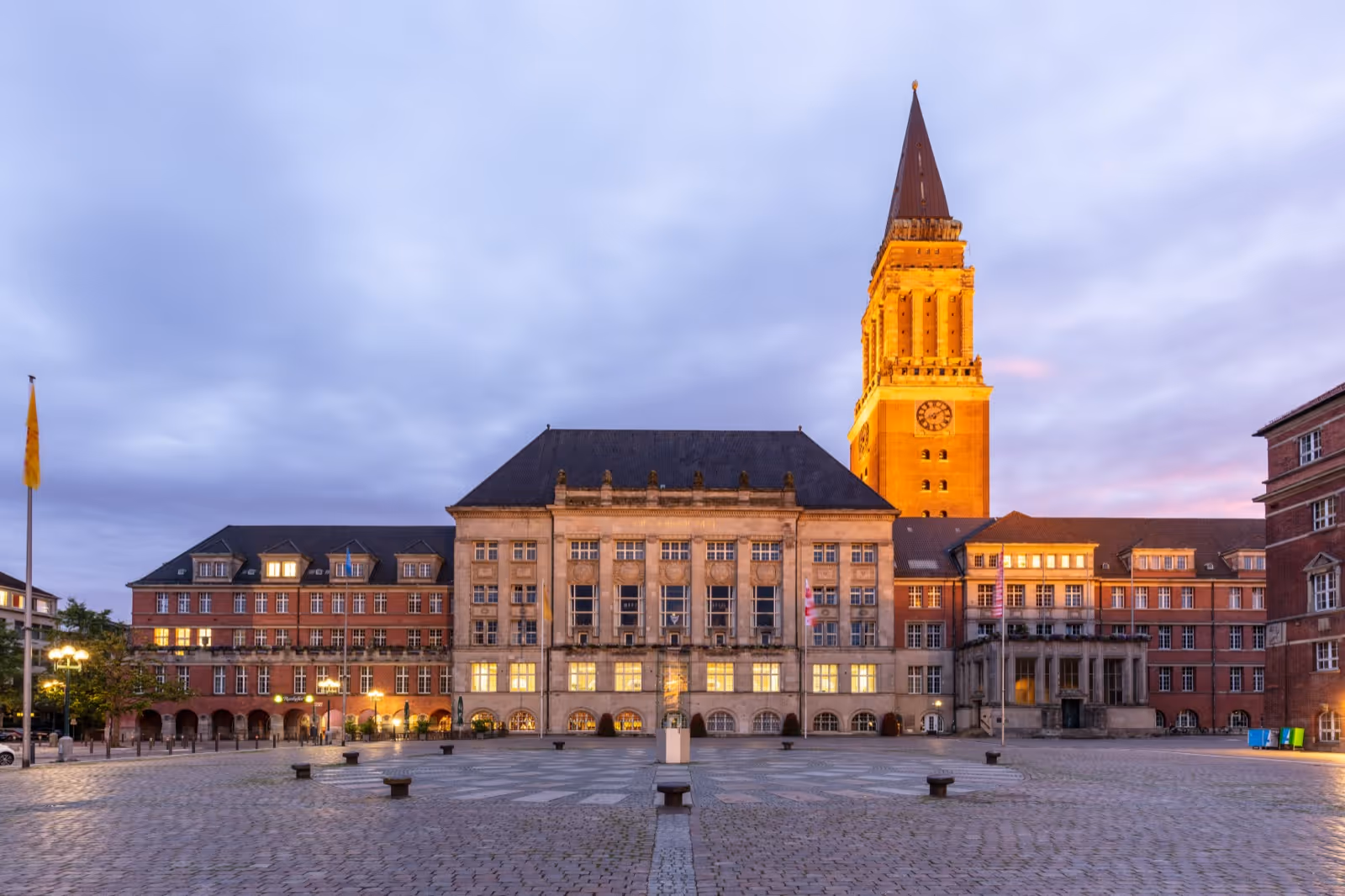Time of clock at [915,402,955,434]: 8:09
